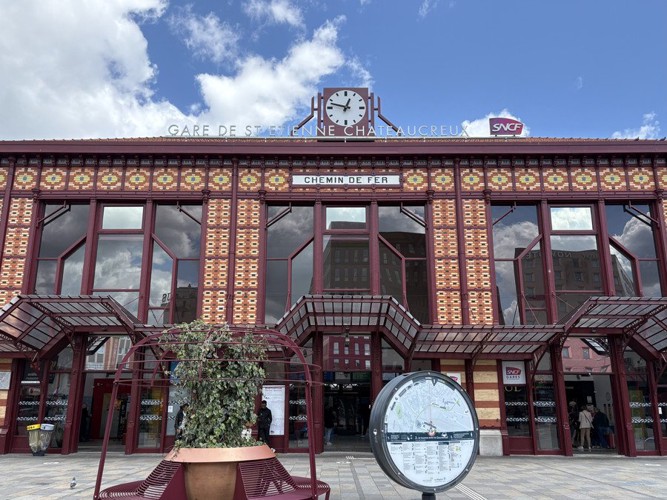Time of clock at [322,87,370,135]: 12:47
